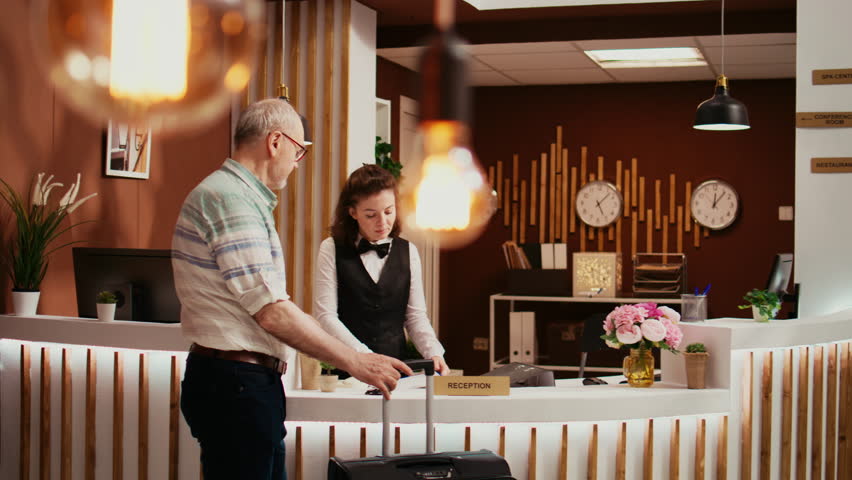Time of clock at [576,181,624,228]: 5:07
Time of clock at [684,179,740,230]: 12:06
